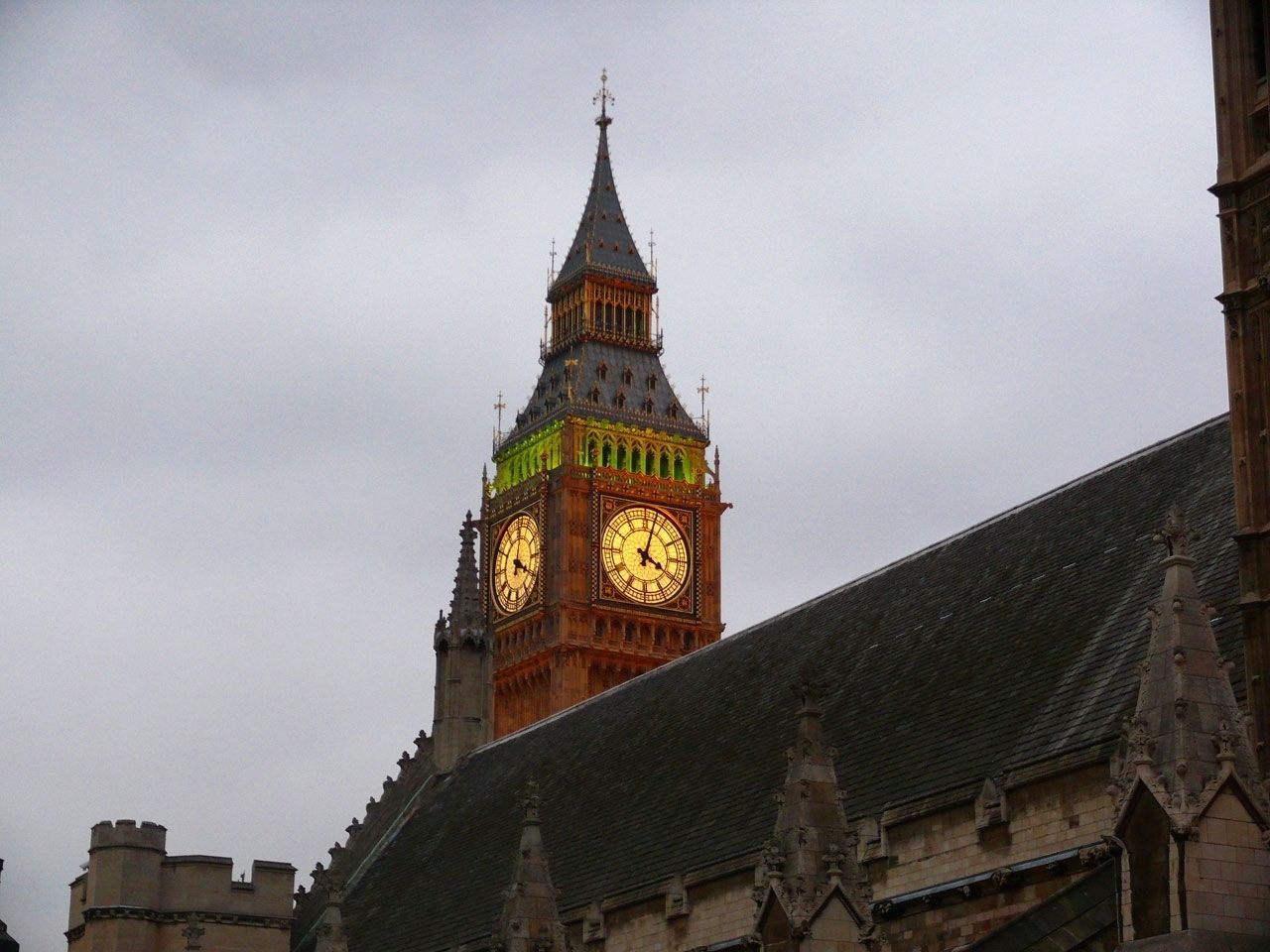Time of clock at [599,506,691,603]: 4:02
